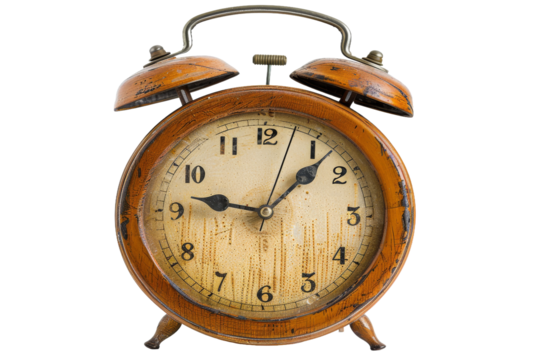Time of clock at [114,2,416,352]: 9:07
